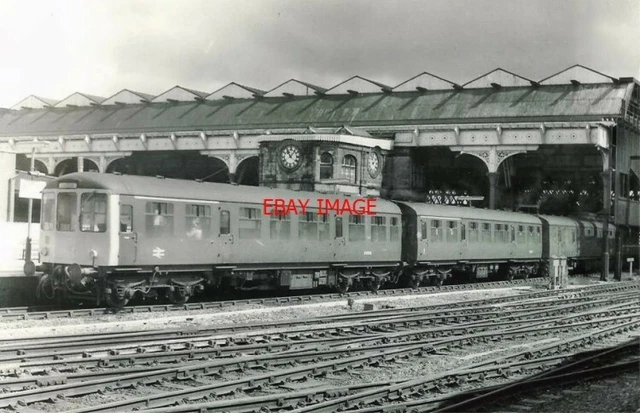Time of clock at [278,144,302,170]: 11:07
